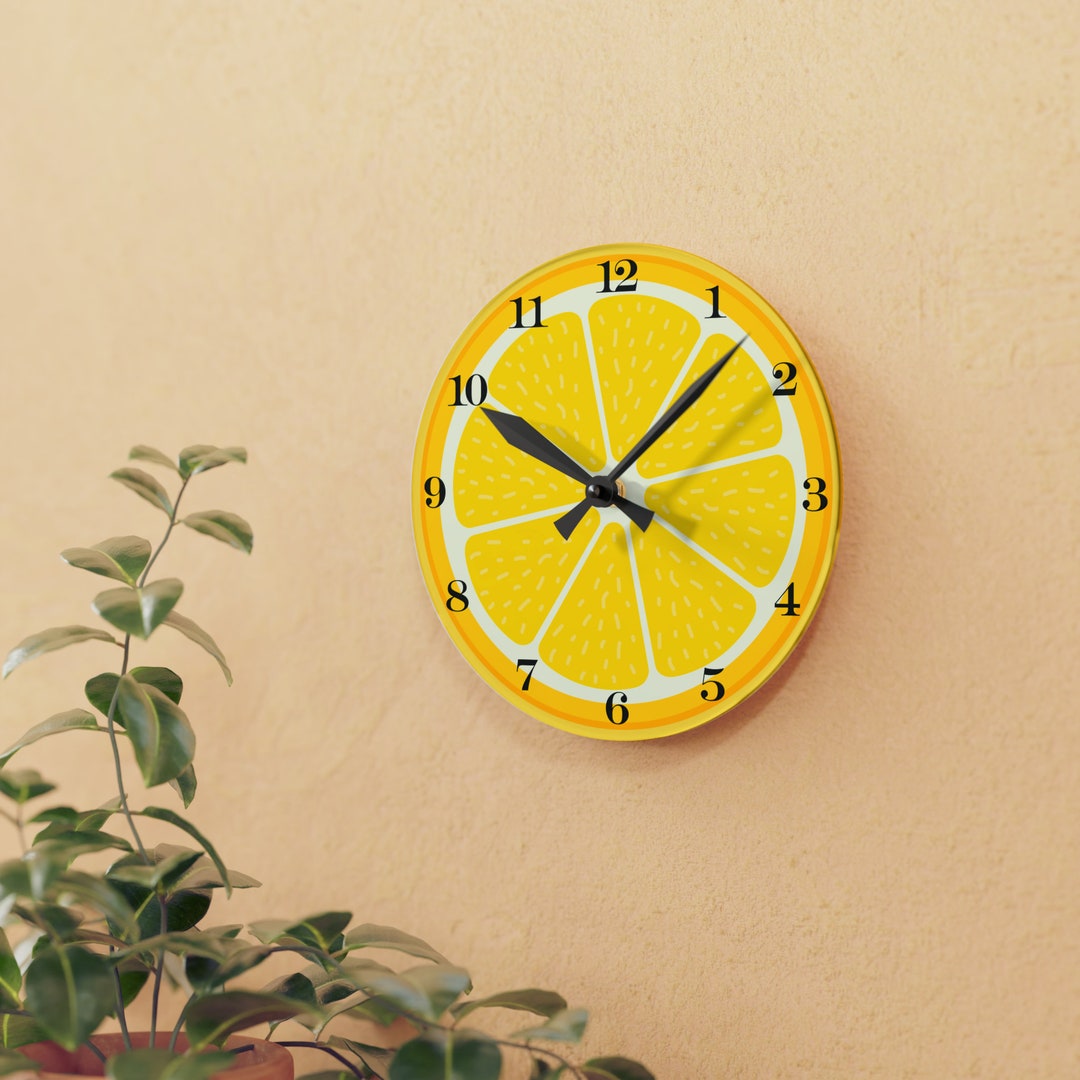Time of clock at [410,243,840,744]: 10:07
